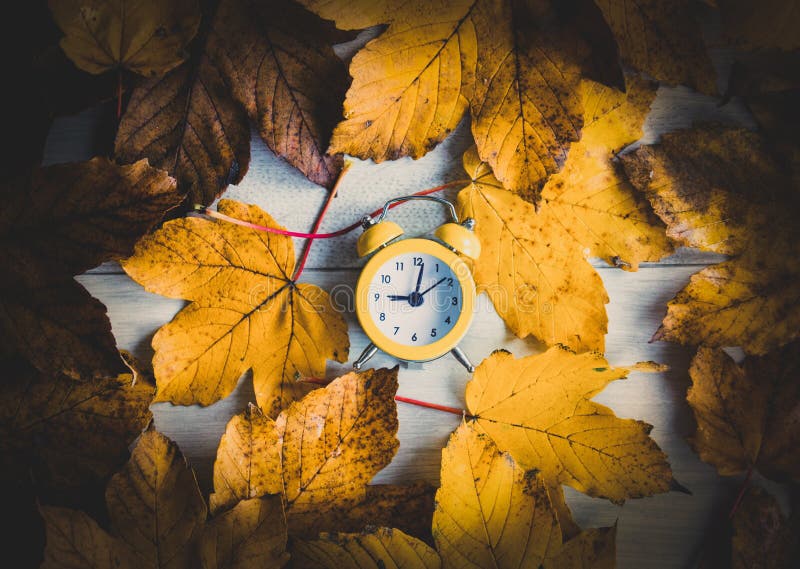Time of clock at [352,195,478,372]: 9:01
